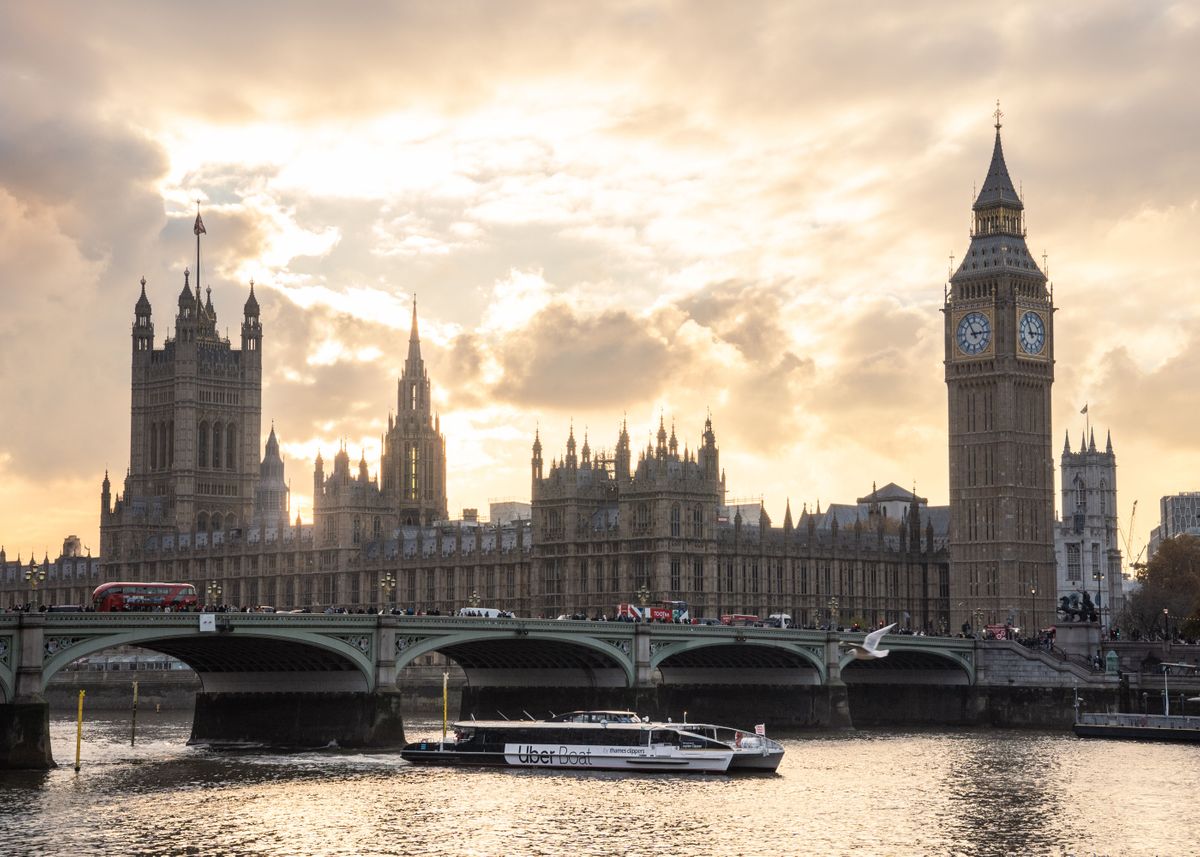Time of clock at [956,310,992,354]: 2:55
